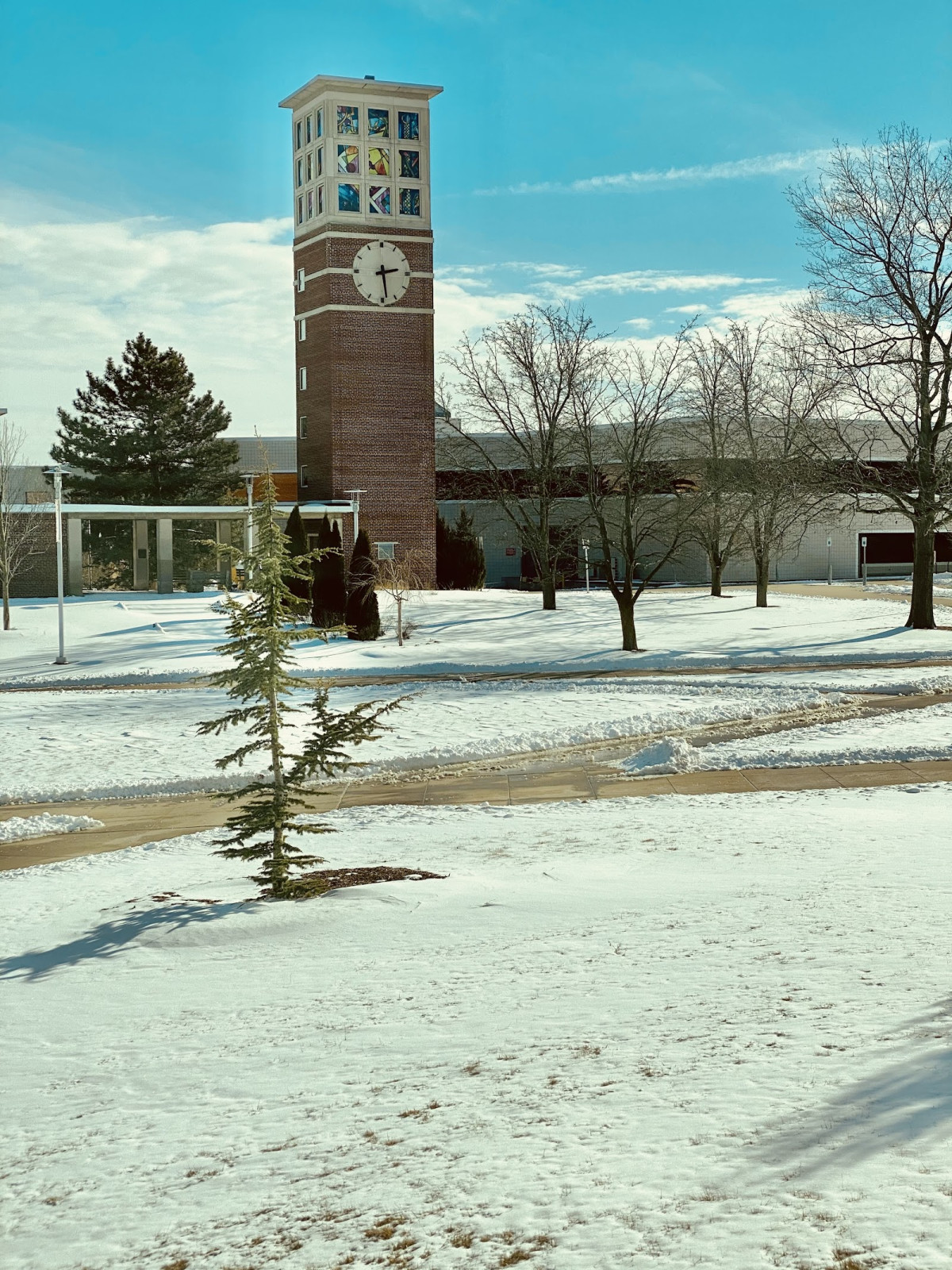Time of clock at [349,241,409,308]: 2:28
